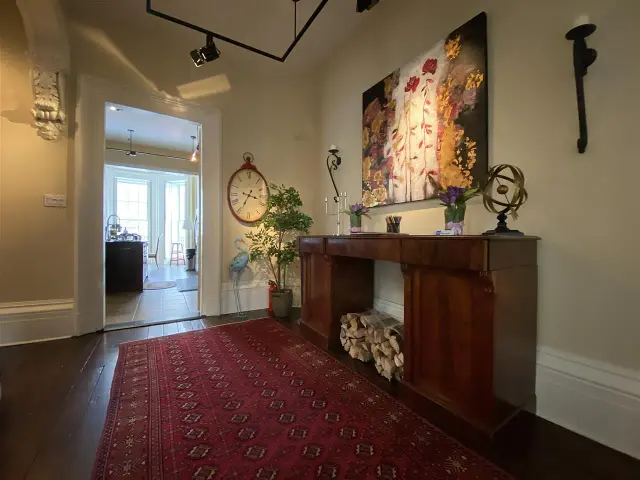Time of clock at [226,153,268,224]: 3:34
